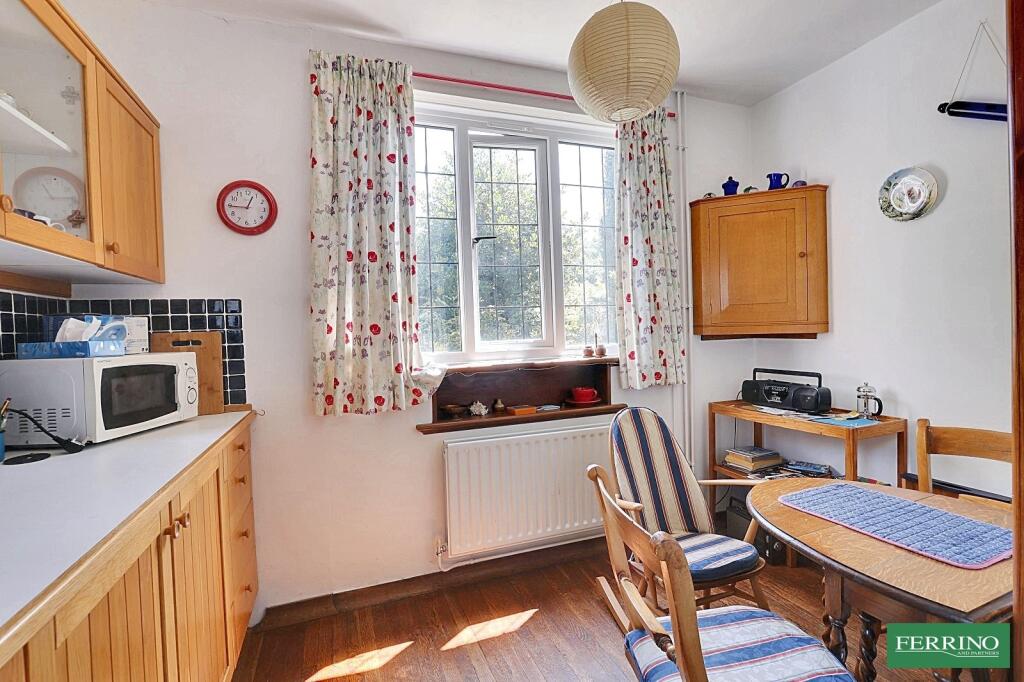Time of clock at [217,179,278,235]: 12:44
